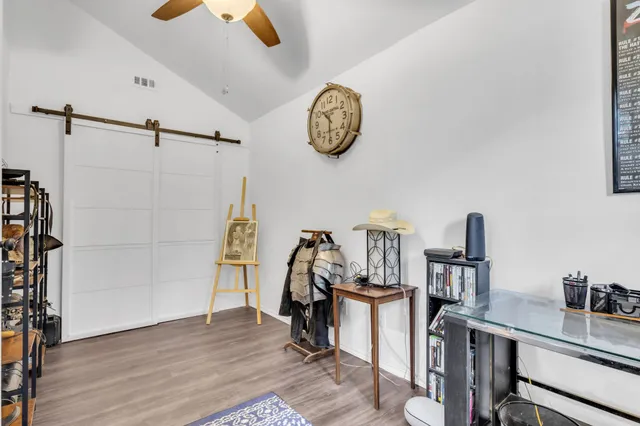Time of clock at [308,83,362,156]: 10:30
